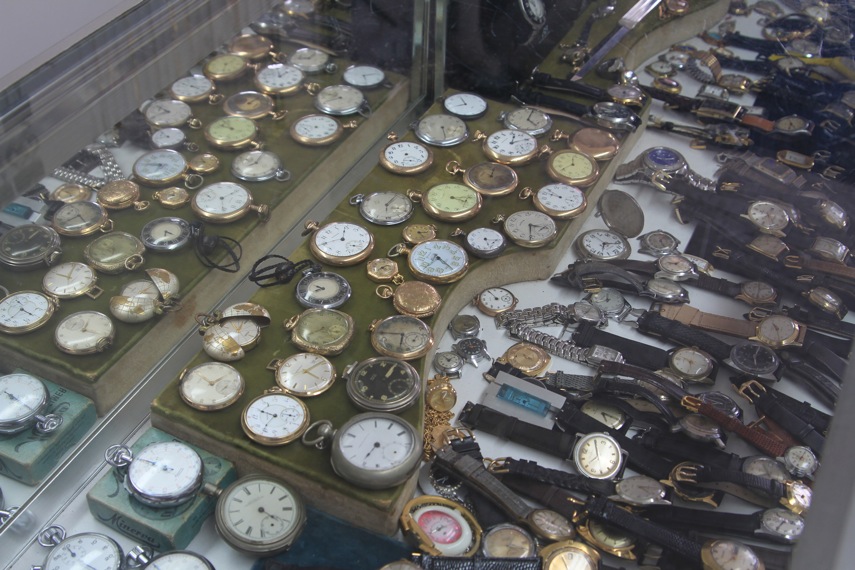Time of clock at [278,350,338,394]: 4:08
